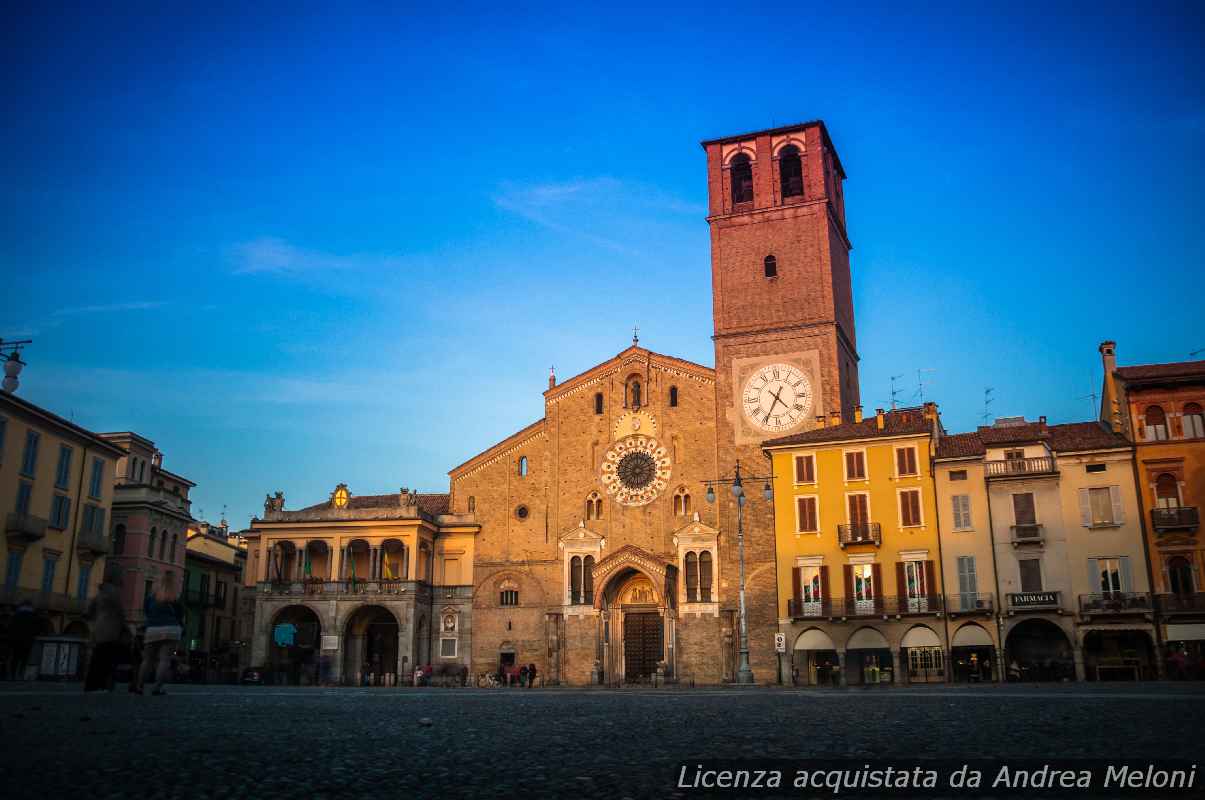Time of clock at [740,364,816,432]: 4:34
